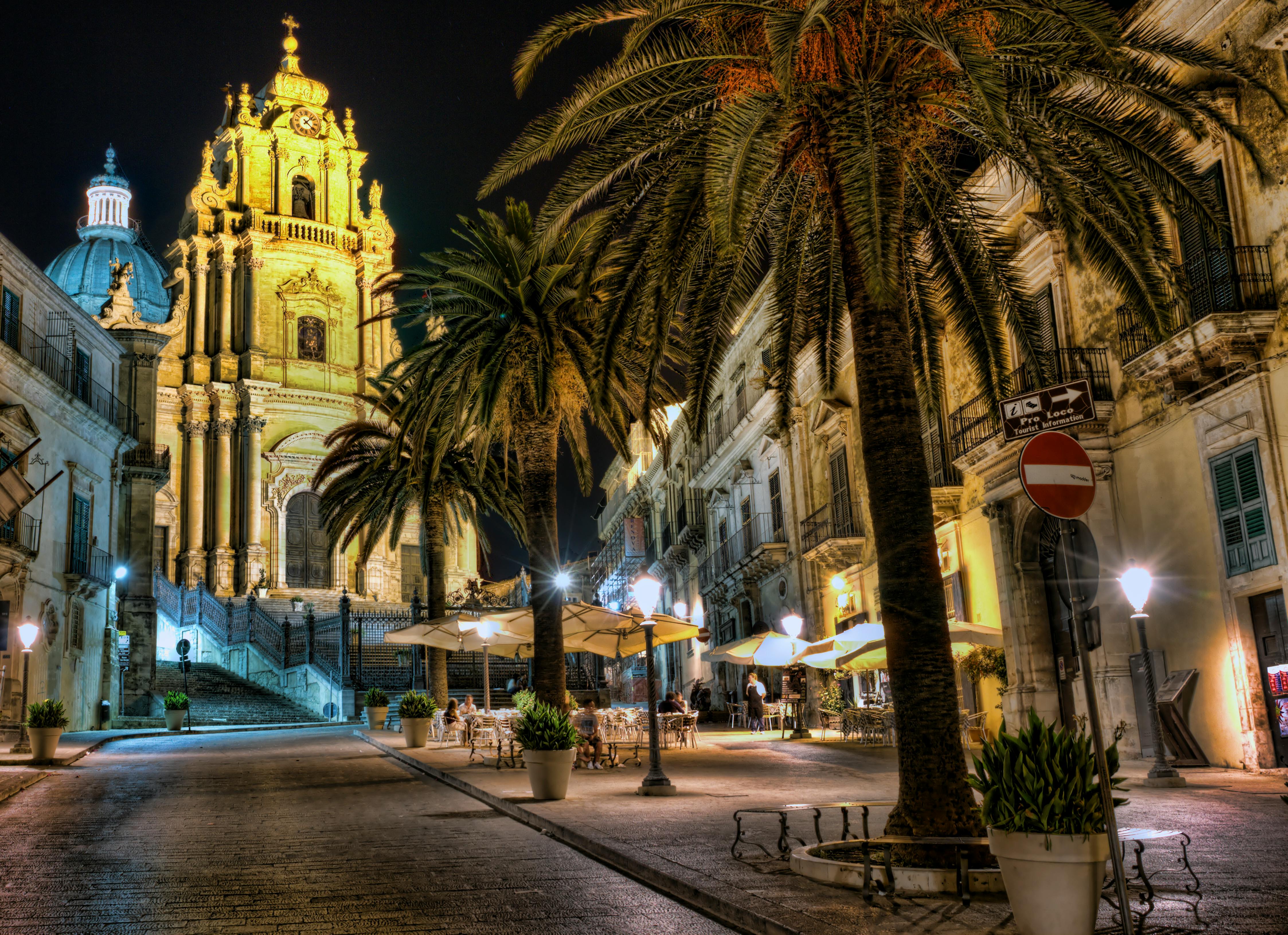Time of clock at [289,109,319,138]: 1:21
